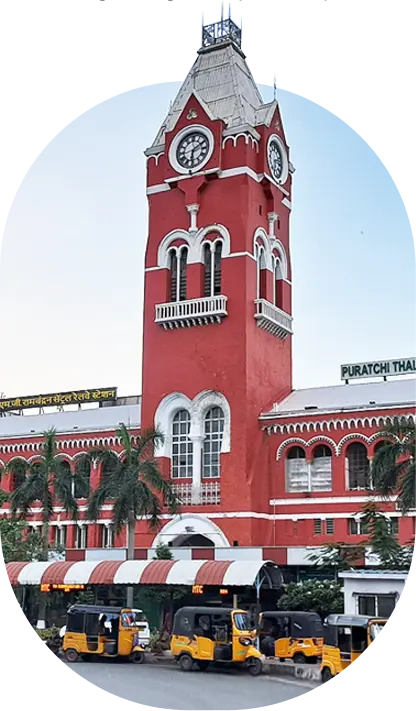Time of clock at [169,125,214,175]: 6:09
